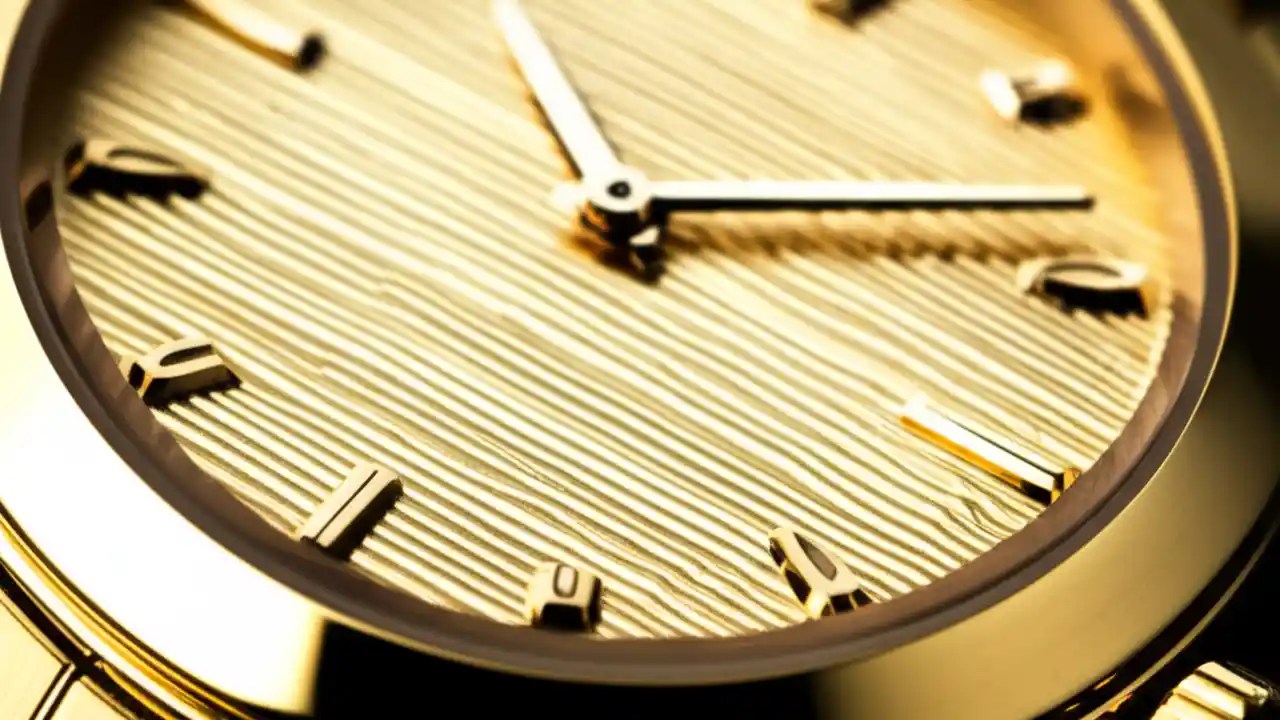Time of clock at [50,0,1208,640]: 11:13
